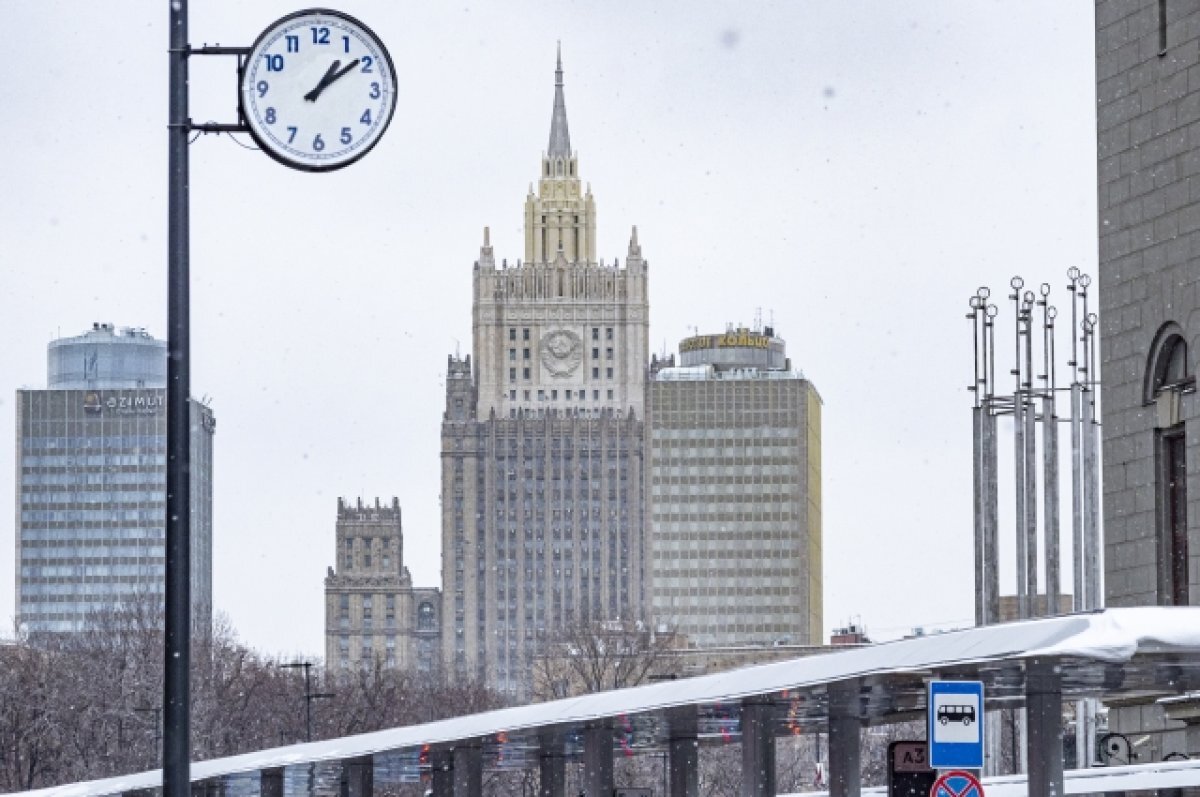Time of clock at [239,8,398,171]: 1:08
